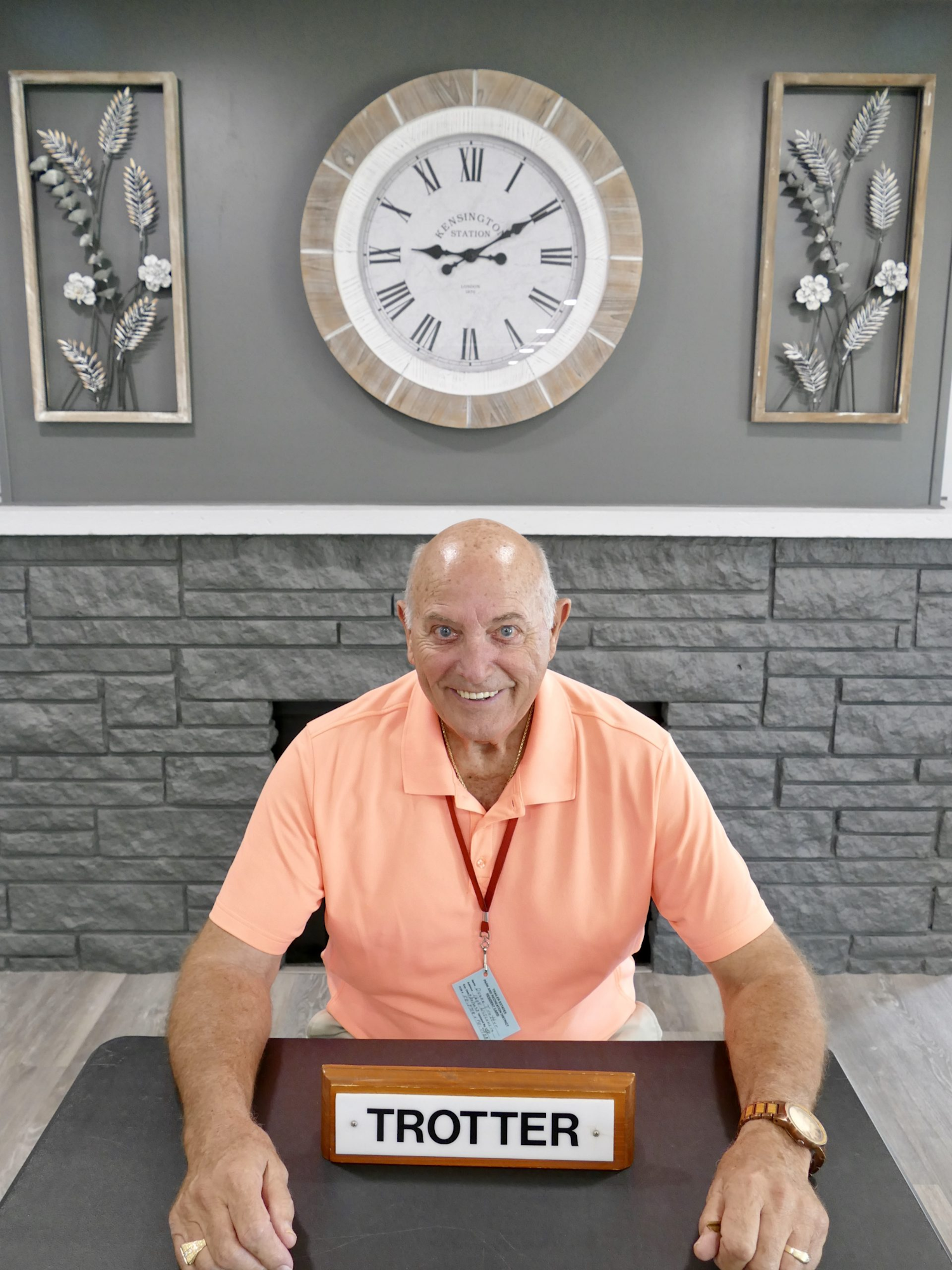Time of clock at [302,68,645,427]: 9:10
